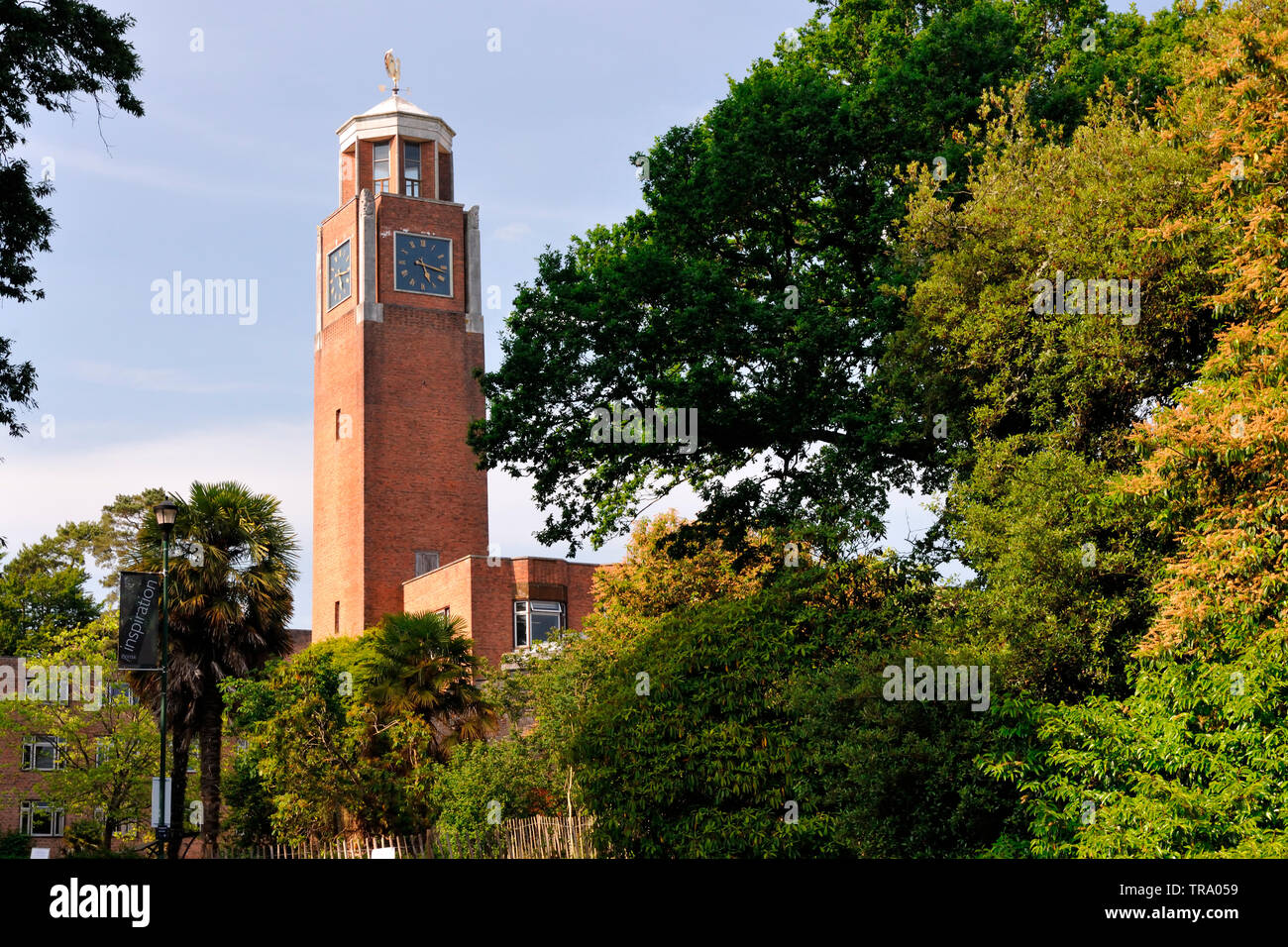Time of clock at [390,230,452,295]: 5:17
